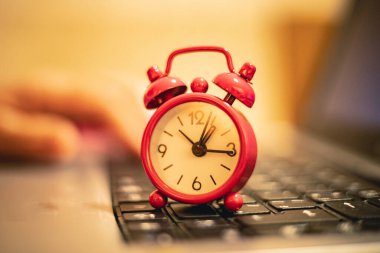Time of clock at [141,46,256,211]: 1:16
